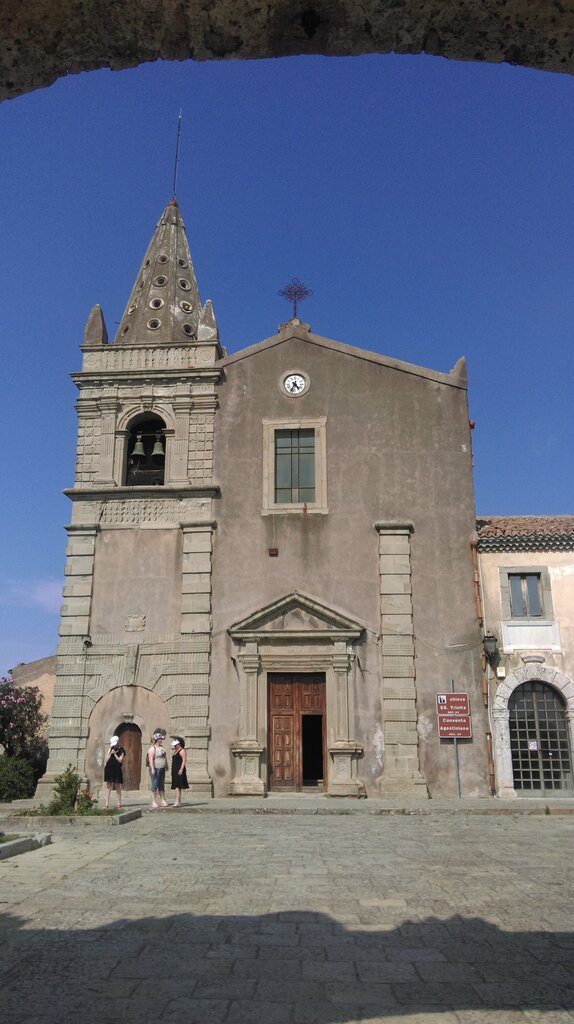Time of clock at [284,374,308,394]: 4:33
